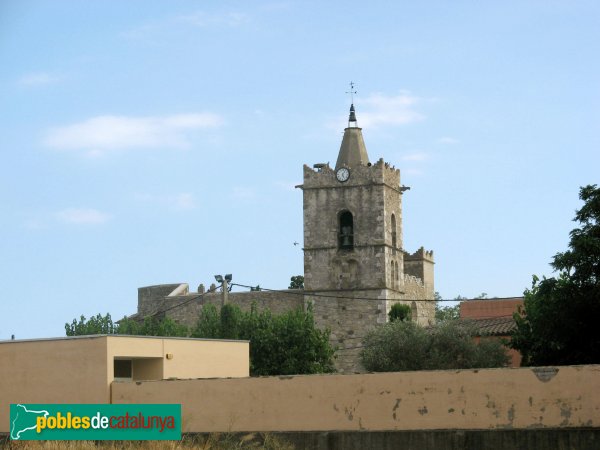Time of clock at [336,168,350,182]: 5:05
